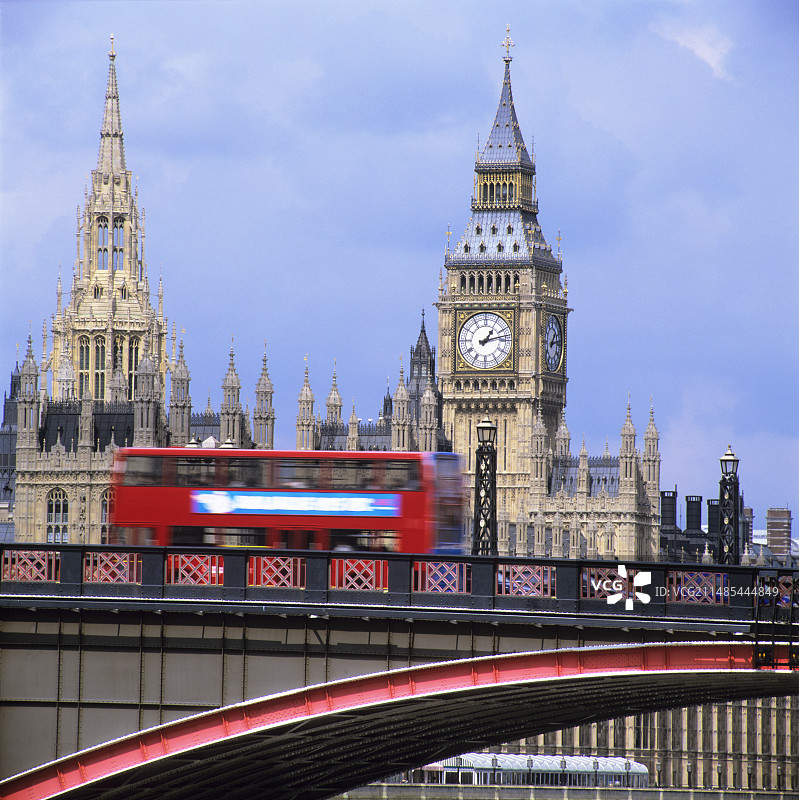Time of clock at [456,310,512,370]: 1:12
